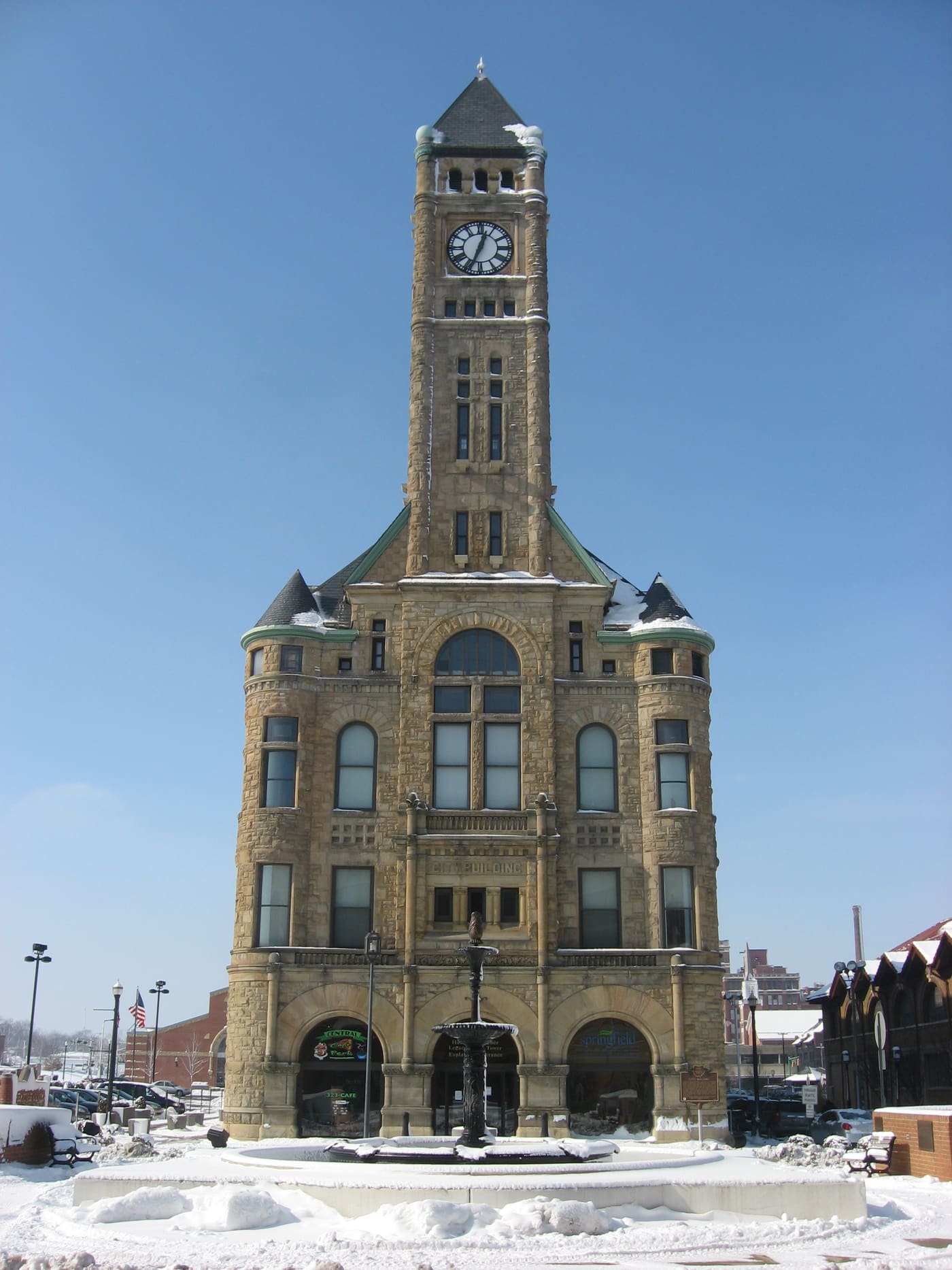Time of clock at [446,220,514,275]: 12:33
